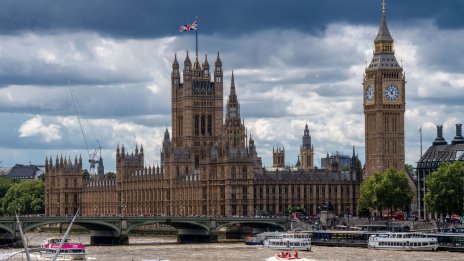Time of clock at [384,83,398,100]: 12:52
